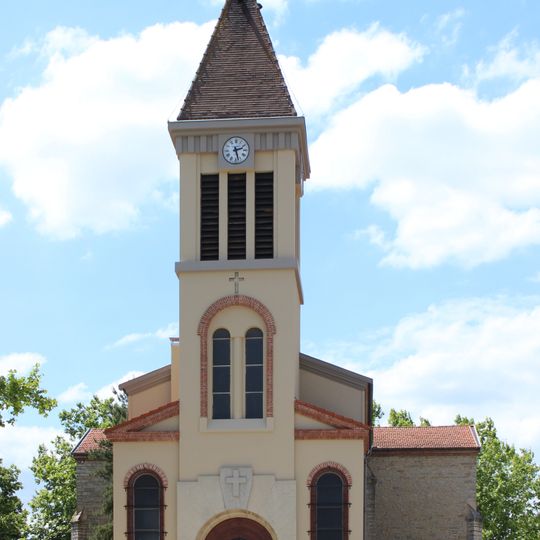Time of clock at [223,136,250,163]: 2:27
